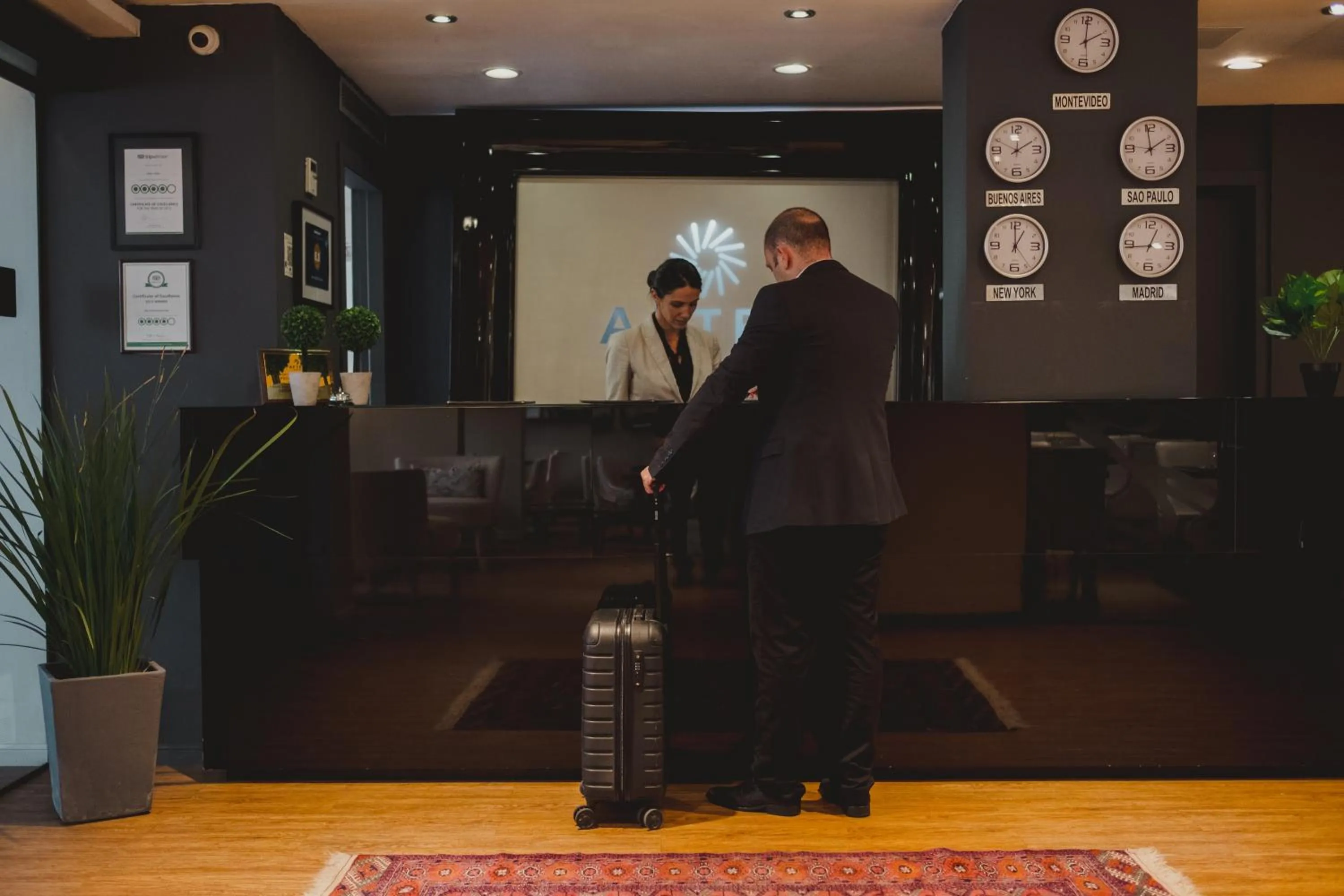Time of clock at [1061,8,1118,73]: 2:00
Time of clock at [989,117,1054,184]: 1:49
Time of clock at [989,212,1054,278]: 1:00
